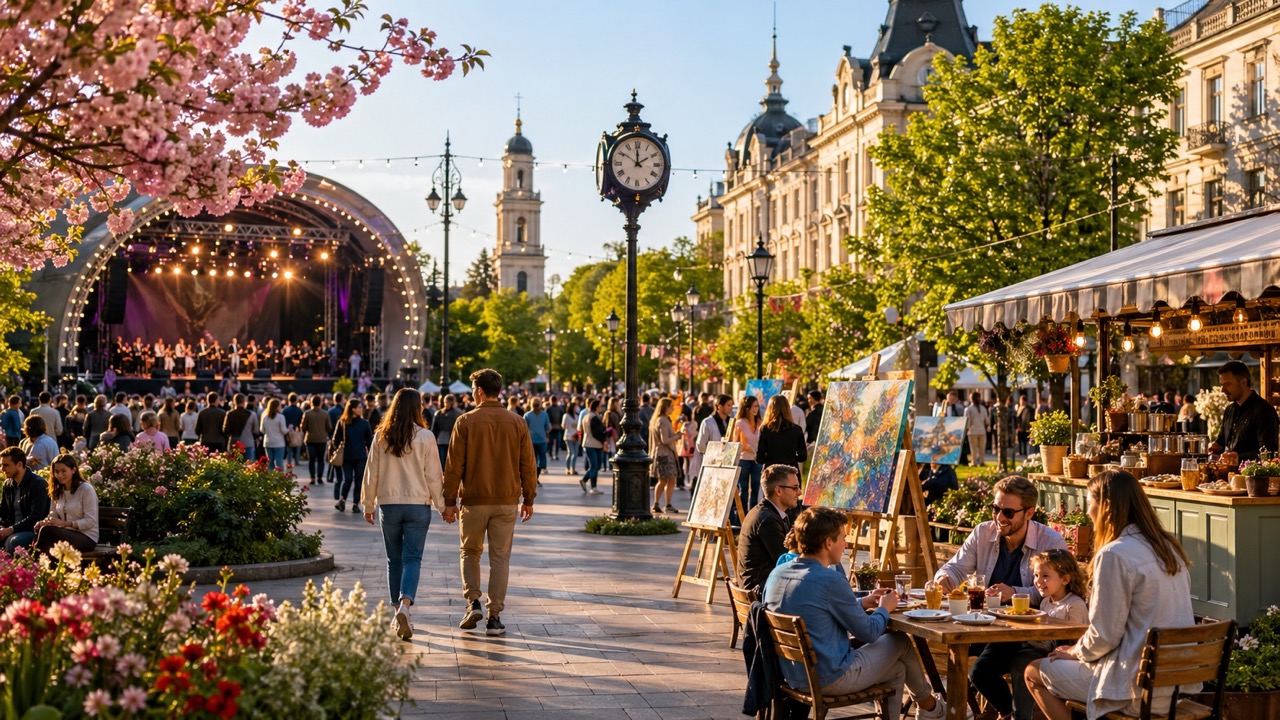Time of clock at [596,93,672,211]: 1:59
